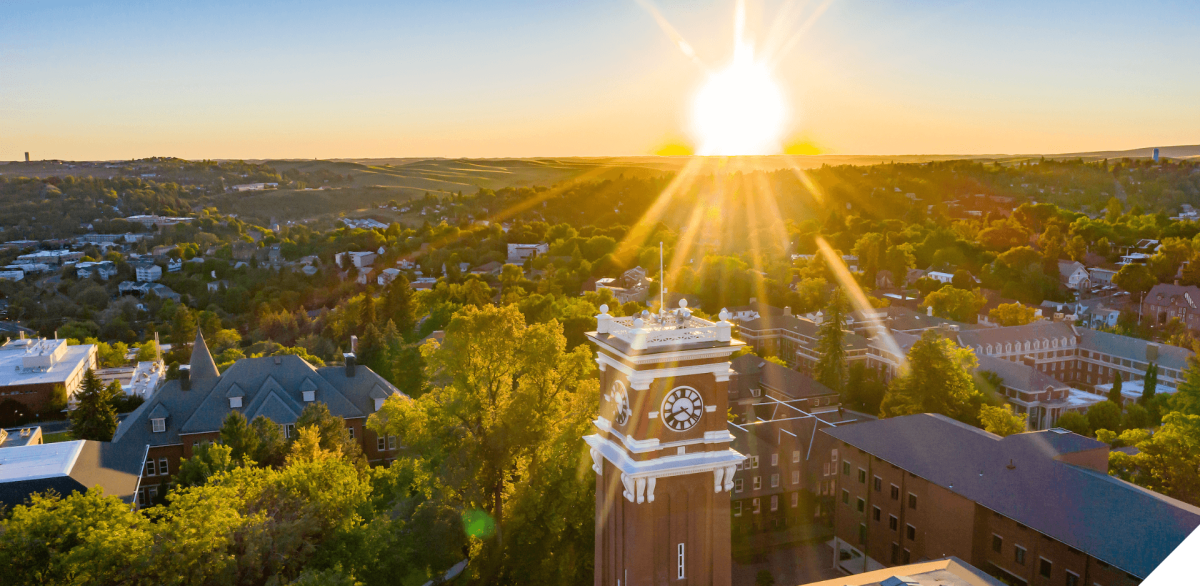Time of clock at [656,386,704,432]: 8:21
